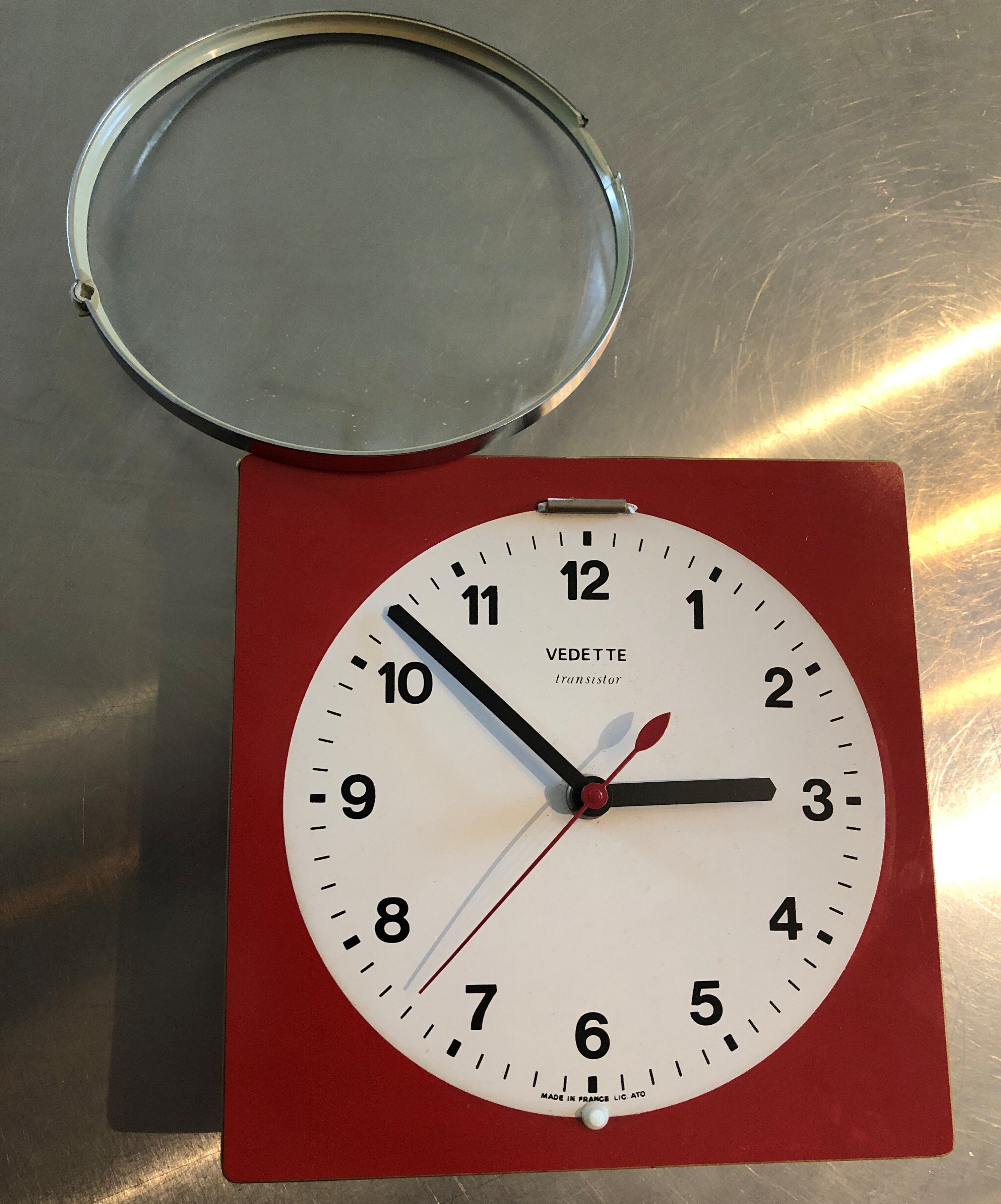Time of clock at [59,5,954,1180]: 2:52
